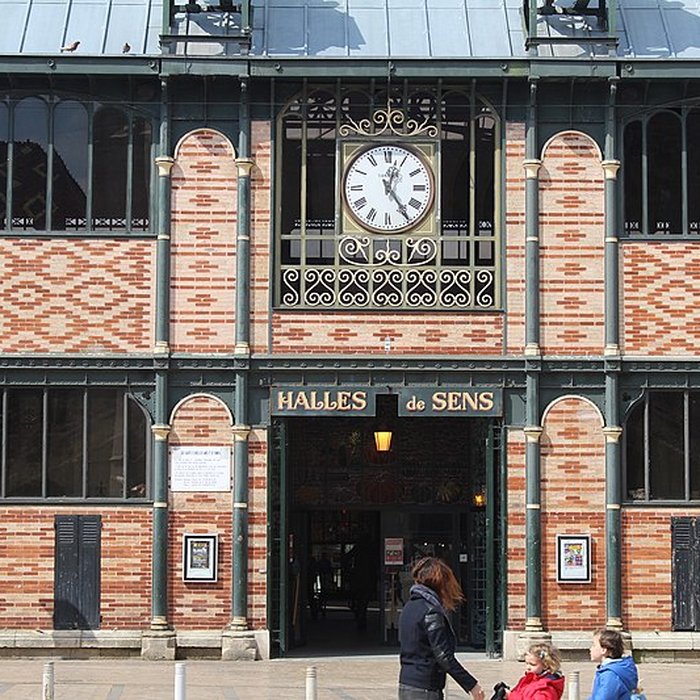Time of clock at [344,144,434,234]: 12:24
